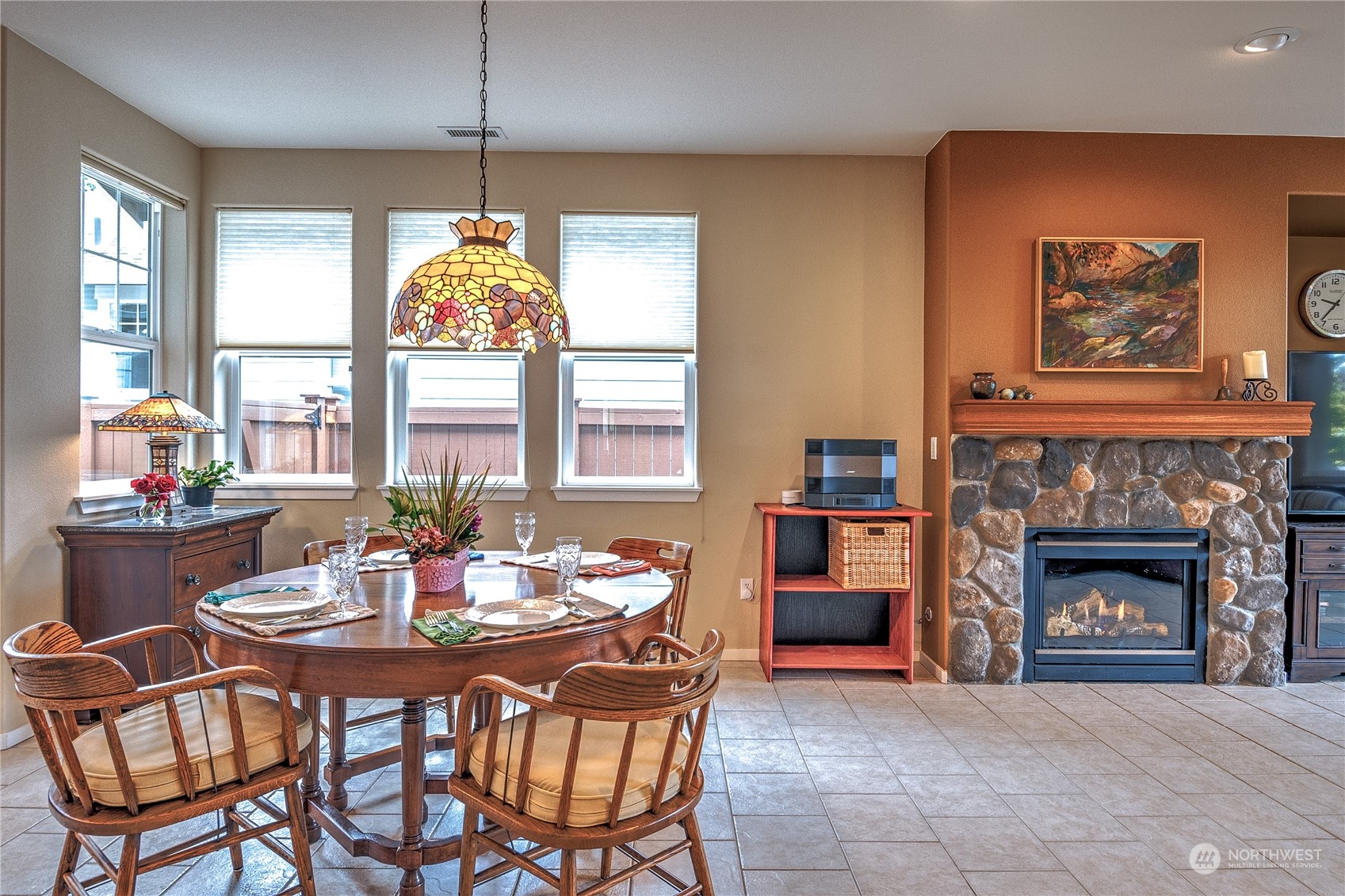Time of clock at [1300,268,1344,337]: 9:36
